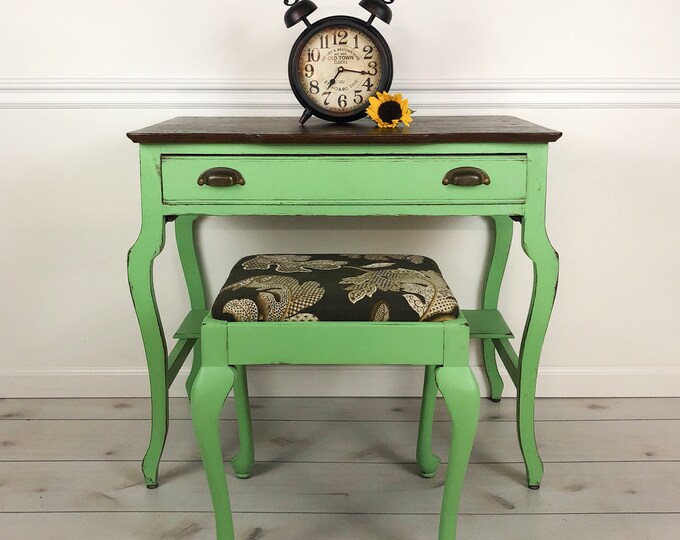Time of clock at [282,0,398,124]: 7:16
